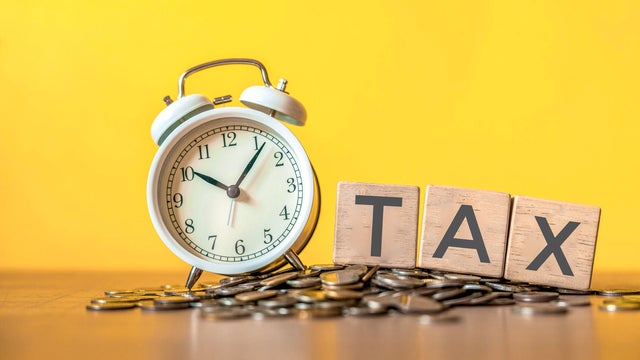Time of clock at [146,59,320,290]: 10:07
